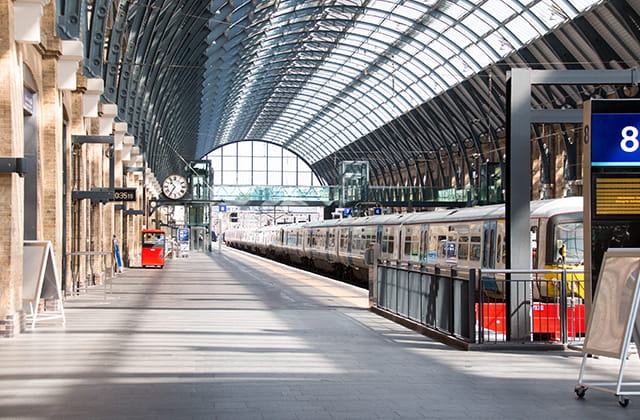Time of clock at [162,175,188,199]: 10:35
